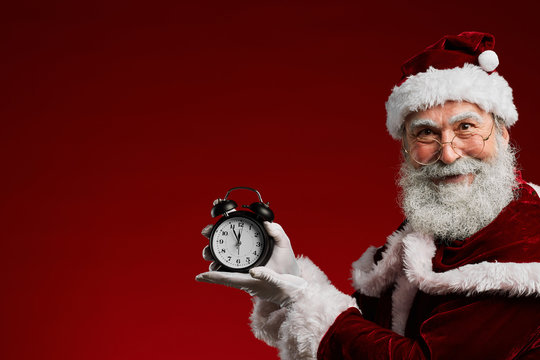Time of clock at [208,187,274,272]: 11:55
